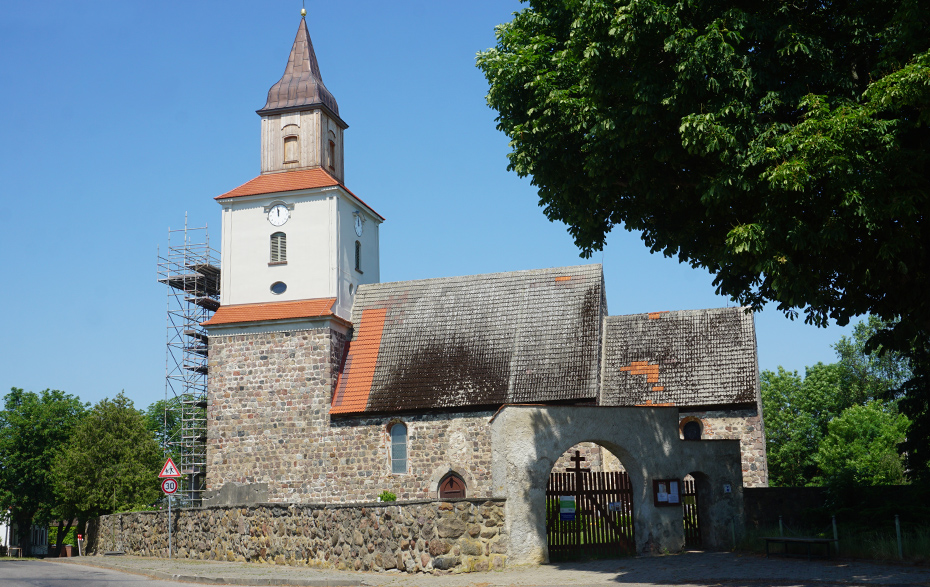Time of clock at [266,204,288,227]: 11:58
